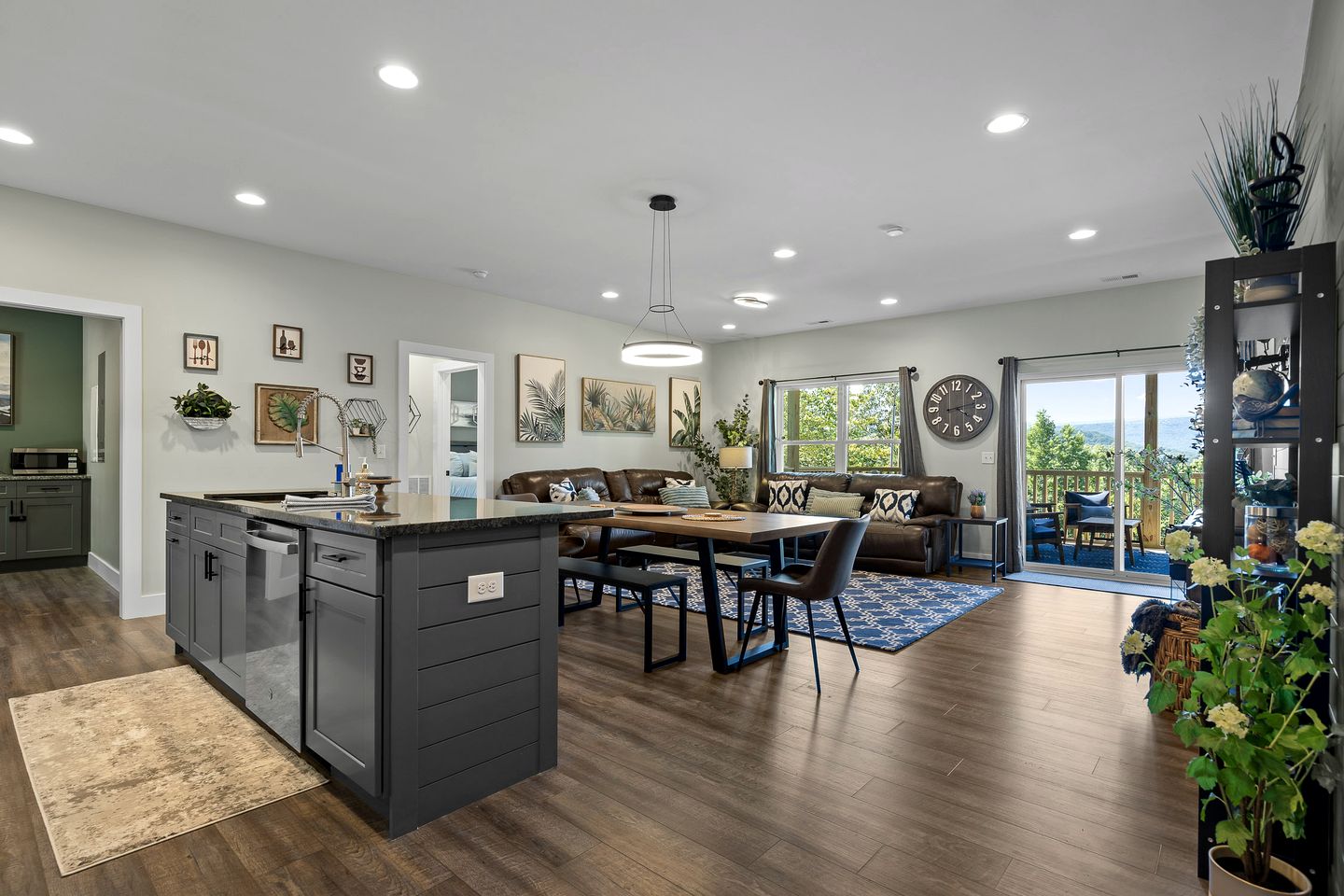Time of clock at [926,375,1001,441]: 4:12
